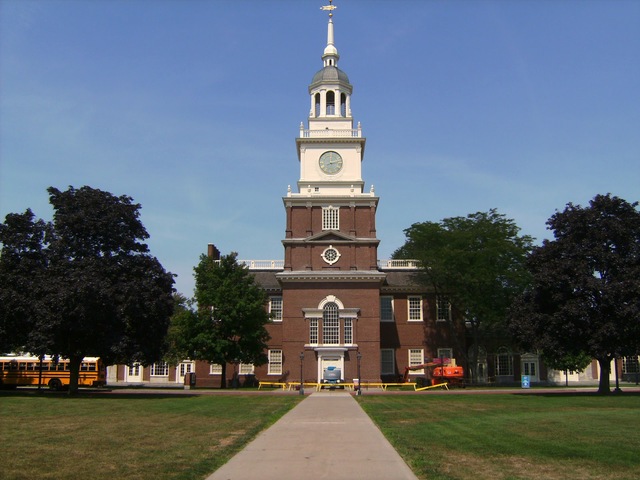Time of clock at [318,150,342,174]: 8:12
